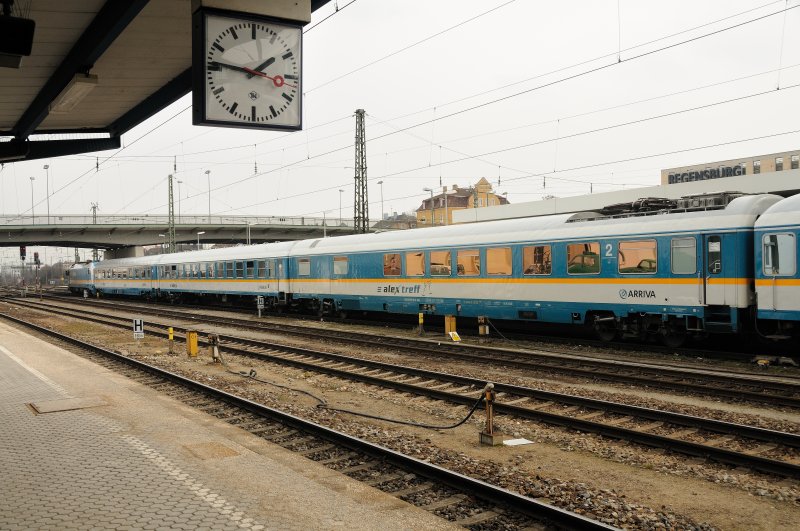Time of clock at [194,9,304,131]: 1:46
